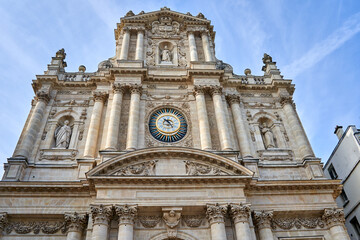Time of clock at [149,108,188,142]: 10:24
